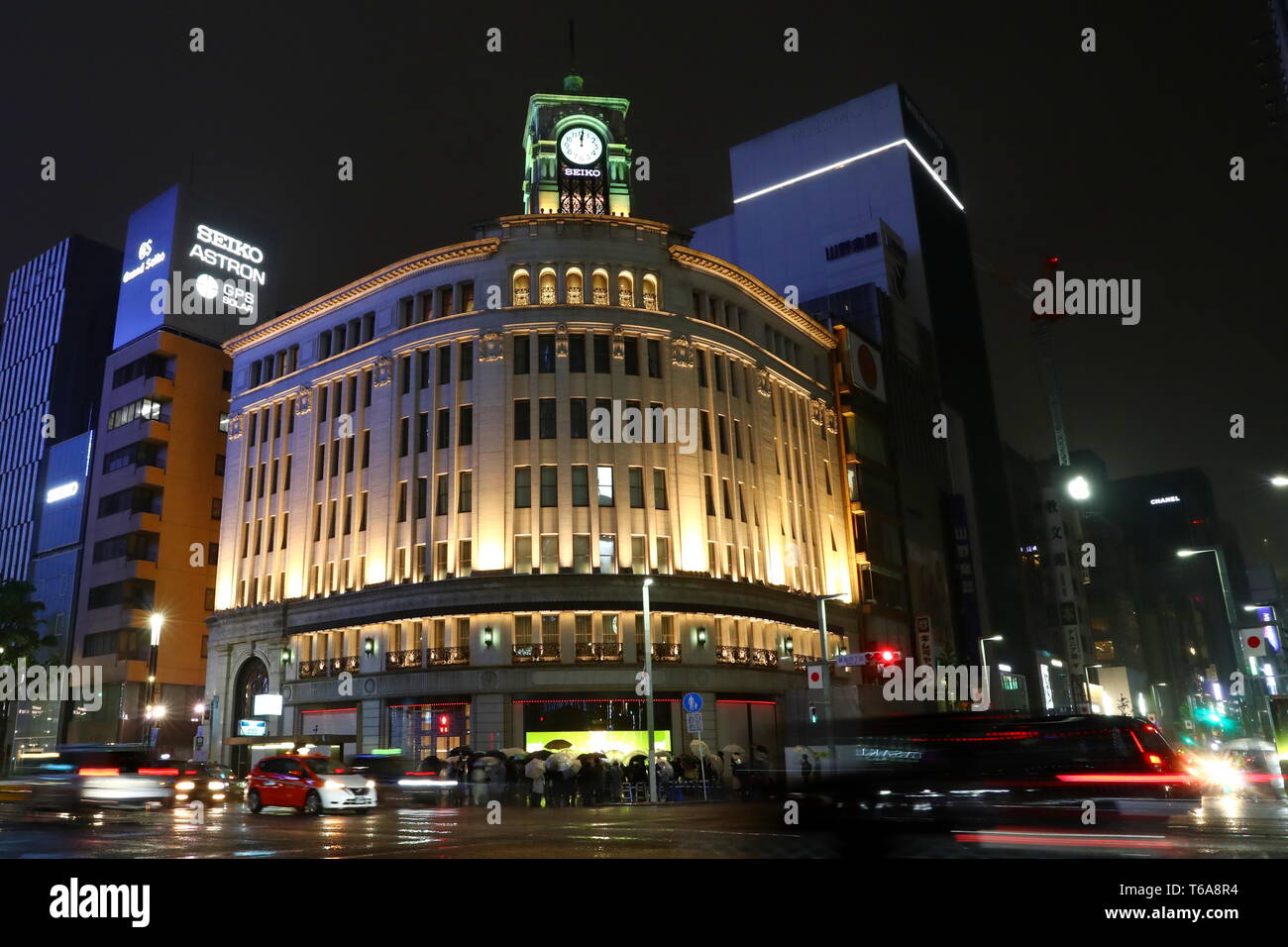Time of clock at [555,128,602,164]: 12:01
